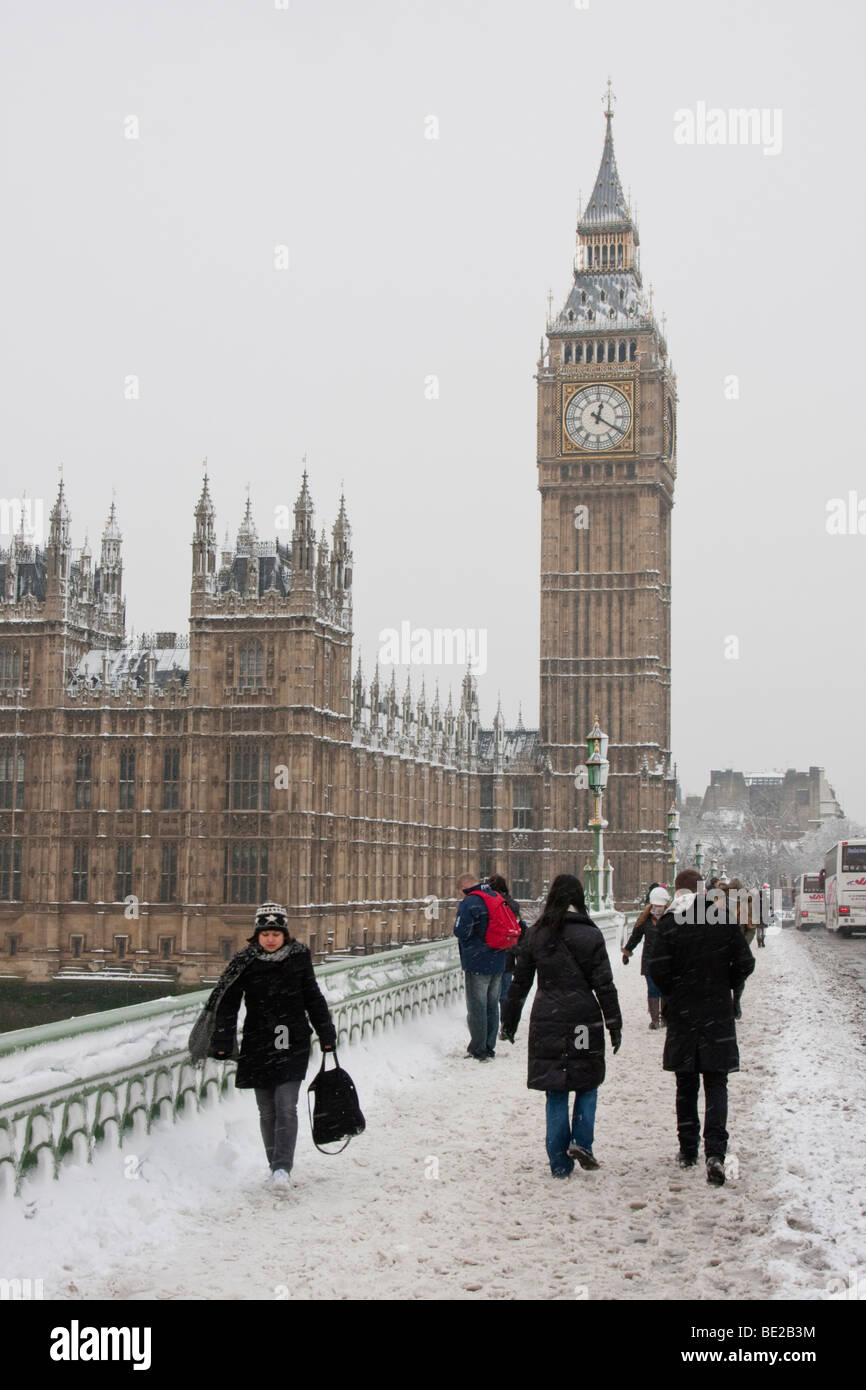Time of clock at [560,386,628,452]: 12:20
